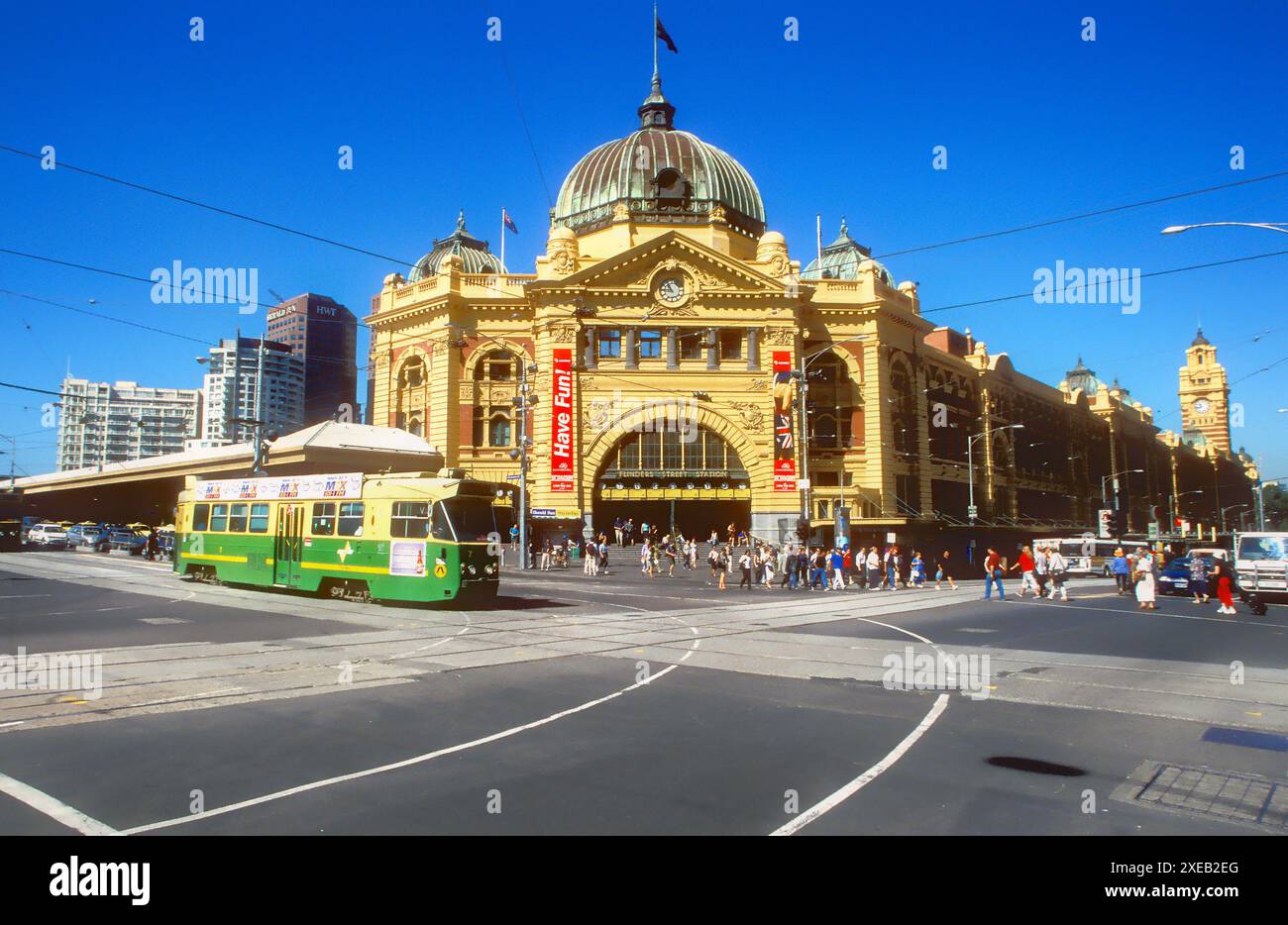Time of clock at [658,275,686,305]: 10:45
